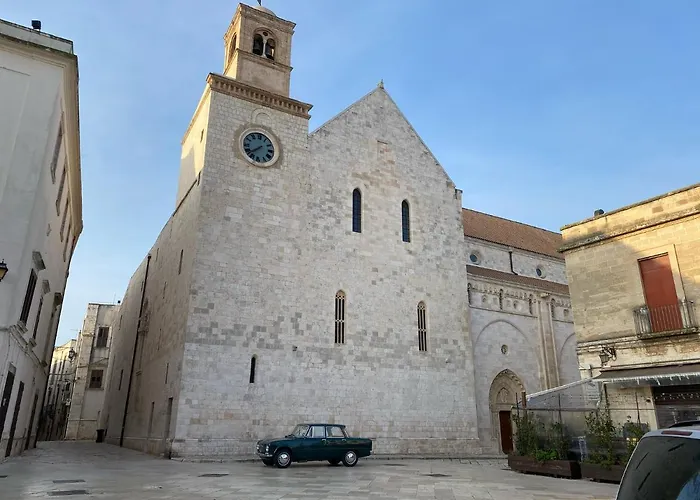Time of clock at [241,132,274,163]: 7:38
